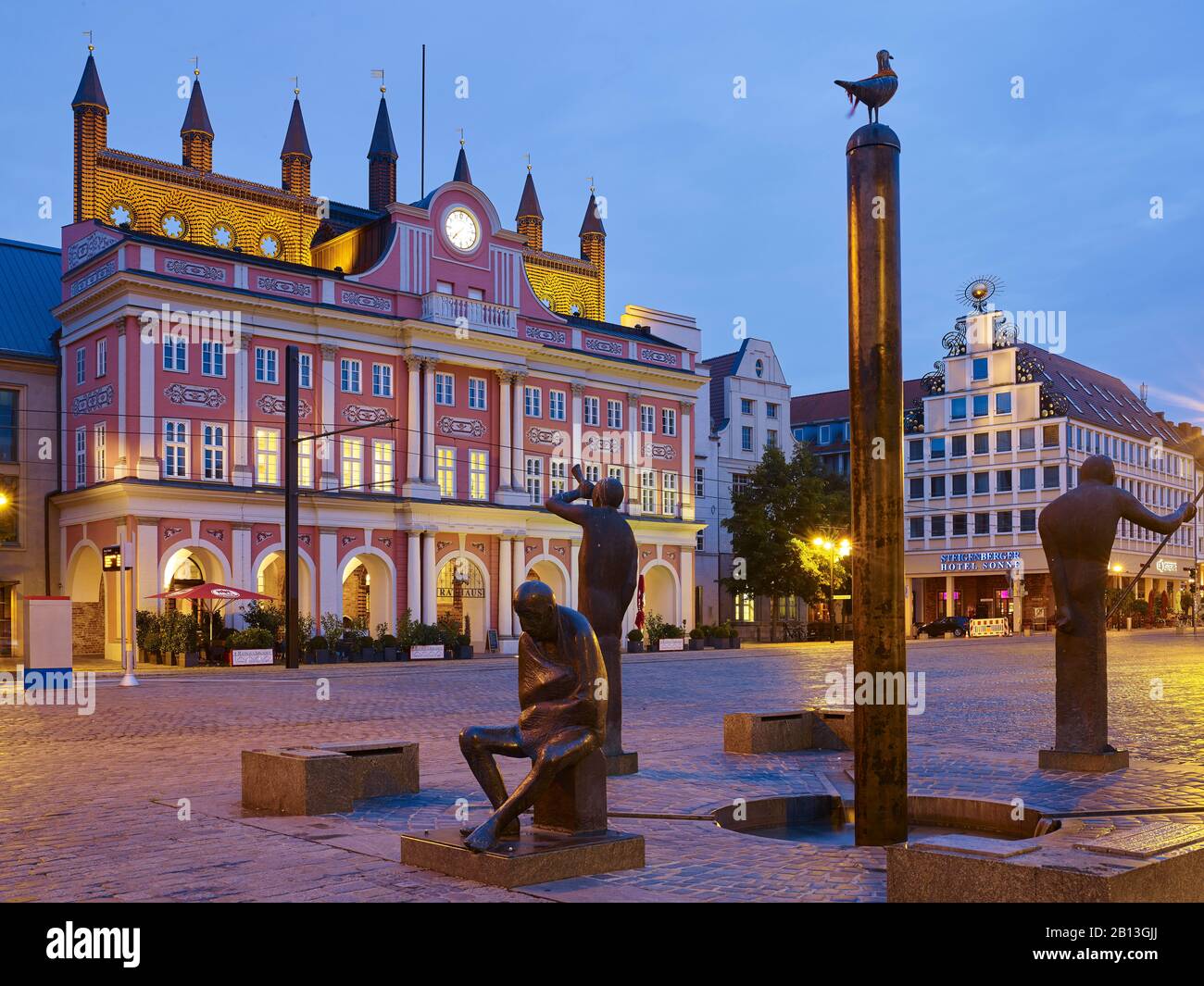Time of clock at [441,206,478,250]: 7:37
